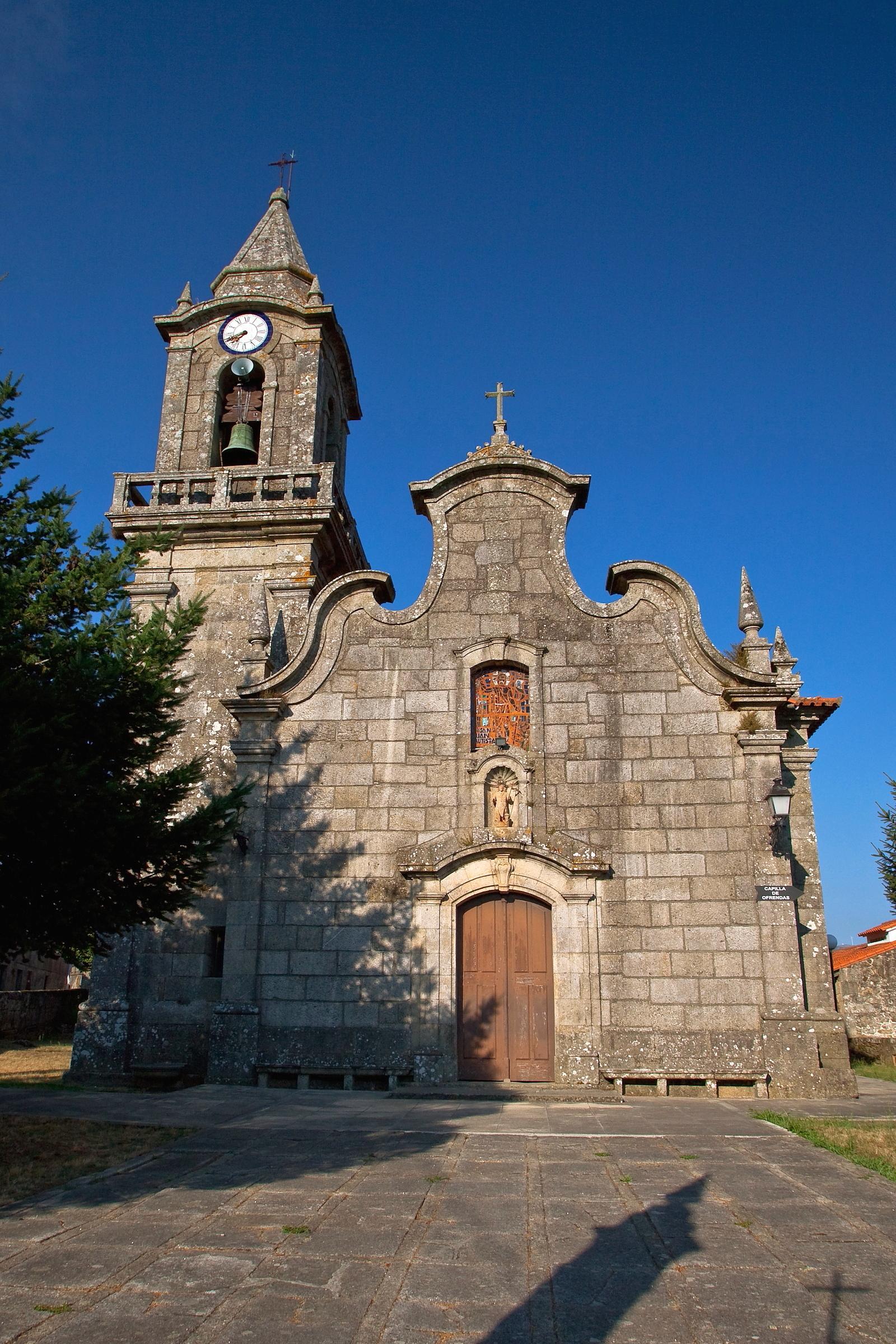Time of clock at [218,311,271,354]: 7:41
